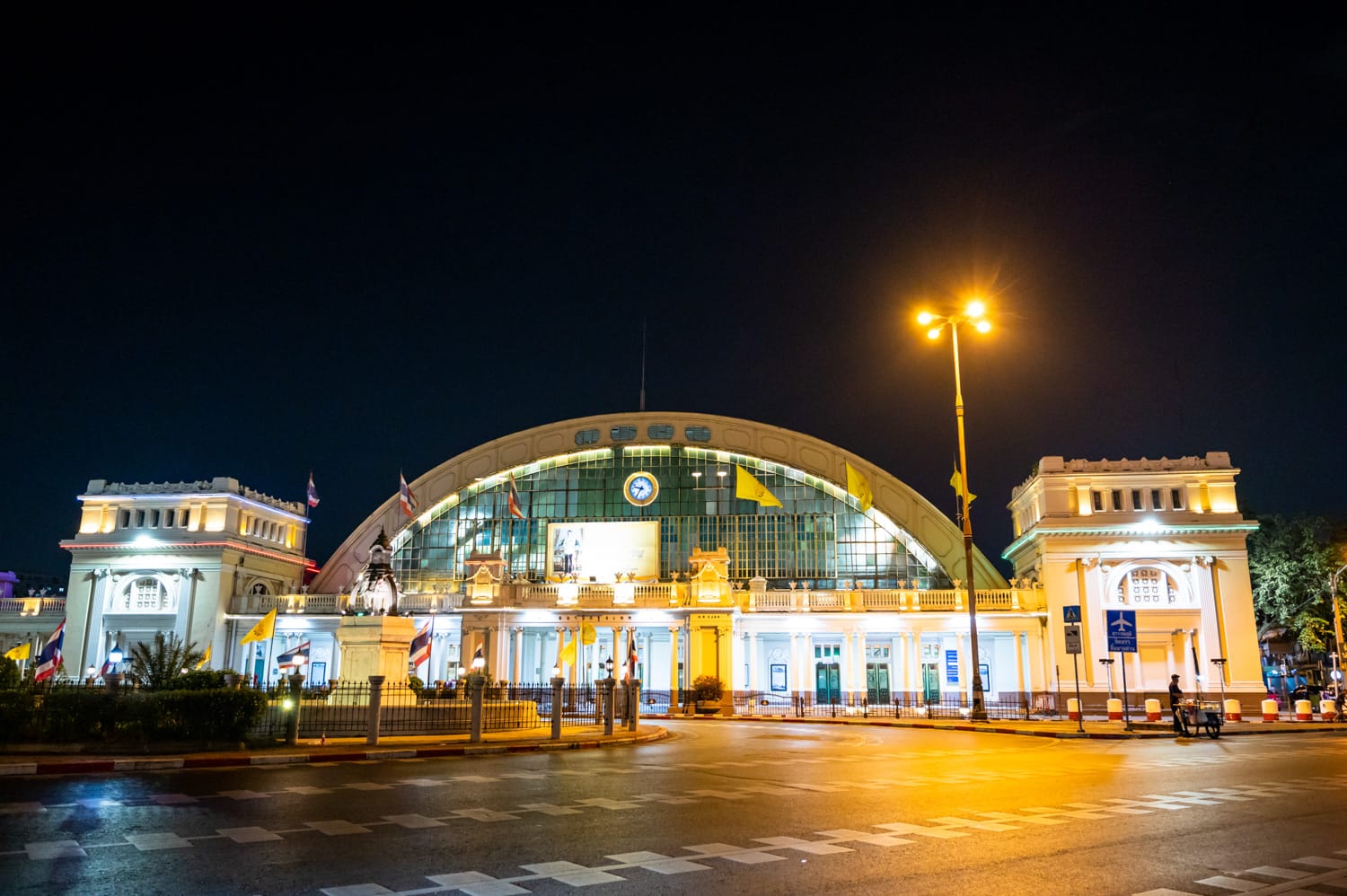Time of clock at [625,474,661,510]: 9:35
